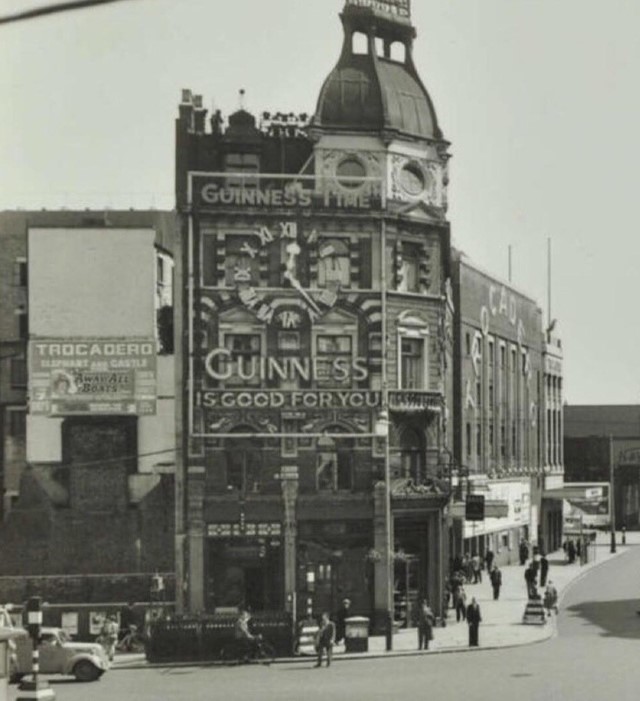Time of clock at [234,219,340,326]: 12:23
